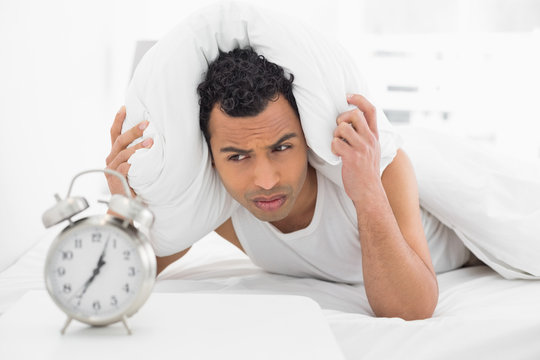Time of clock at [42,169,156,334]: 7:03
